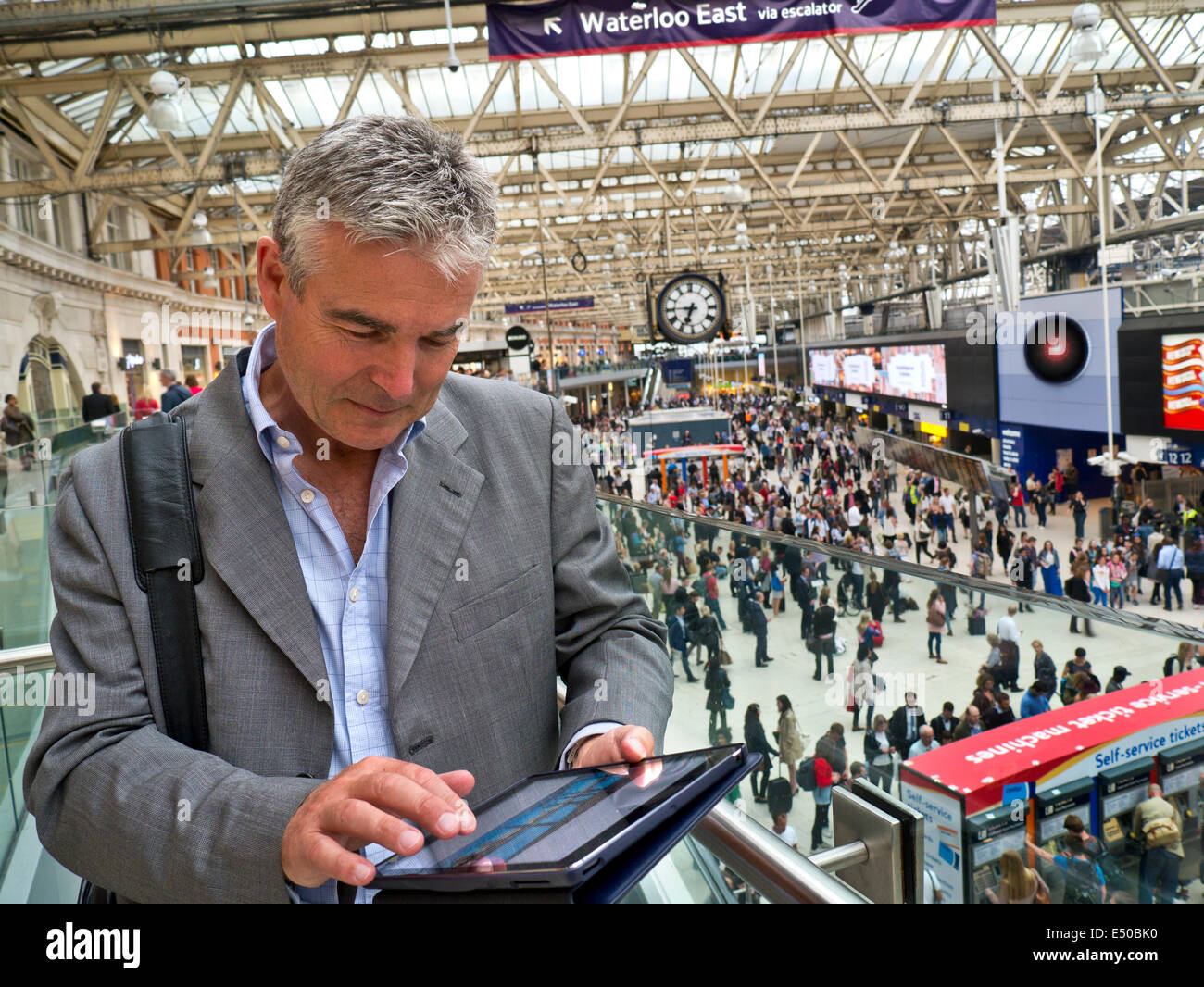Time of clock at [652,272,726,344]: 6:45
